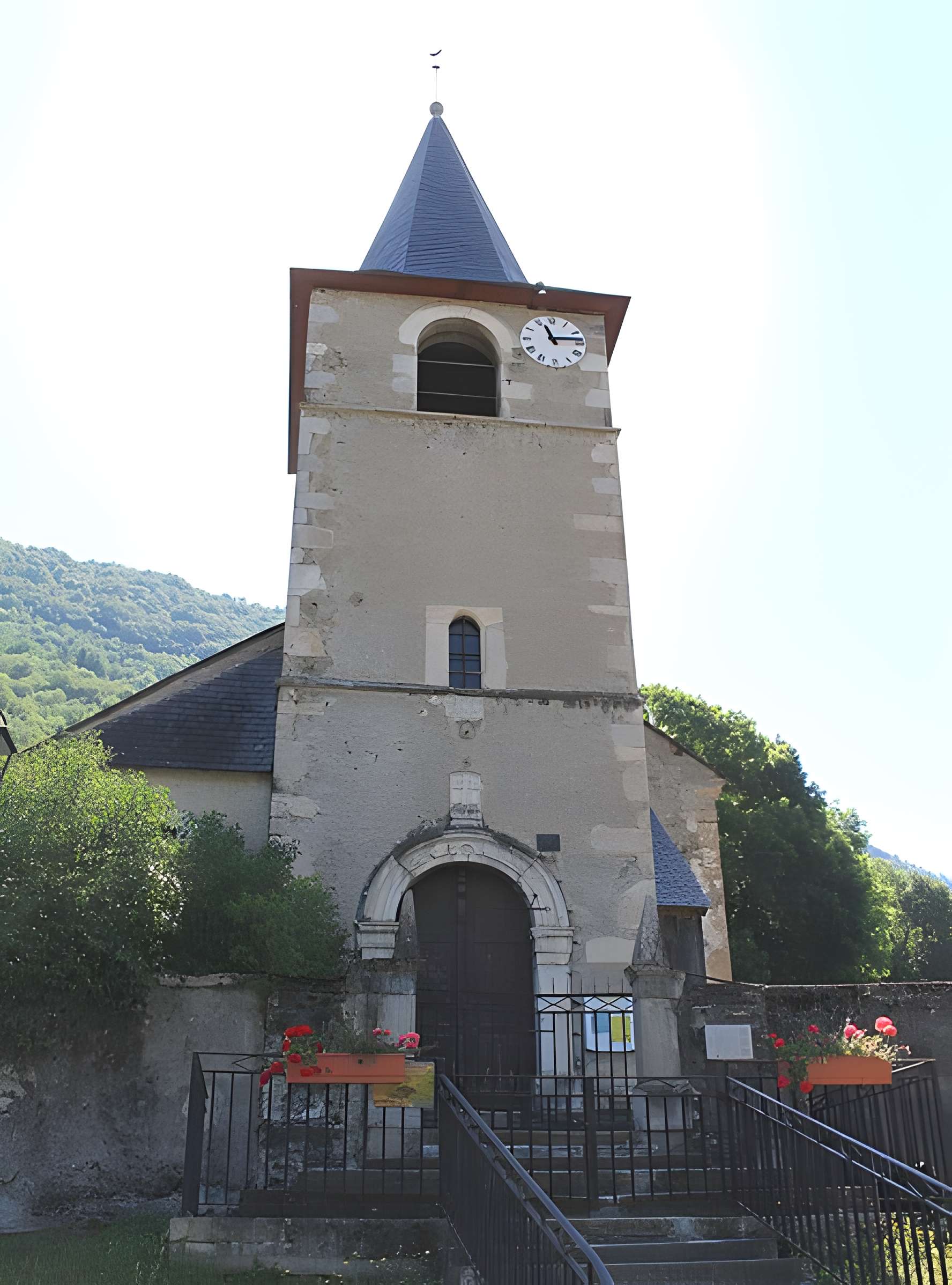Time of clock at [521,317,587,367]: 11:13
